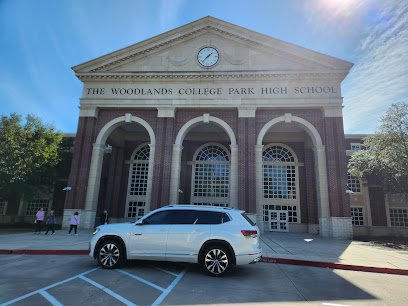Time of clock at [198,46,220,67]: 1:37
